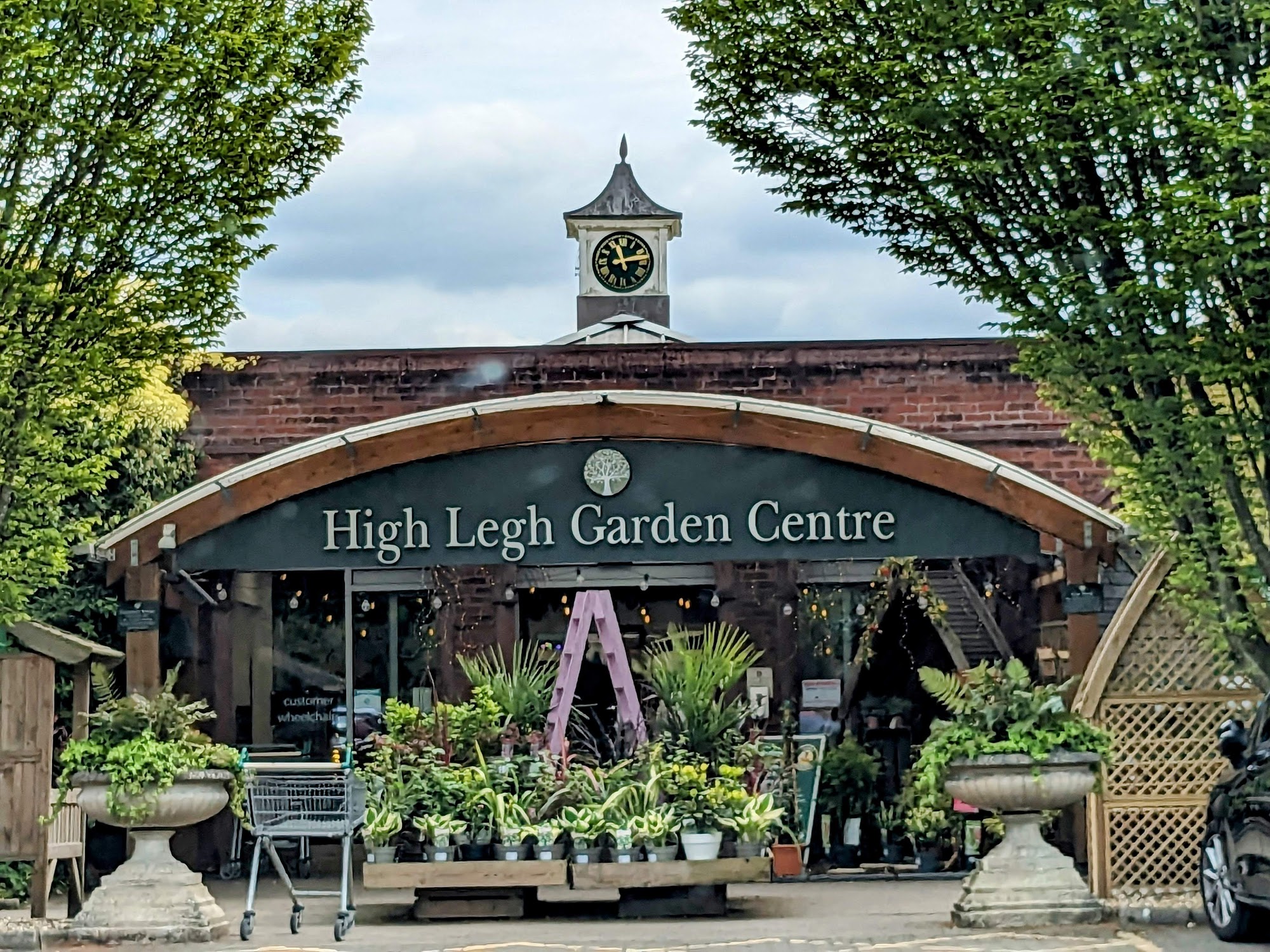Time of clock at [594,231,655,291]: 11:13
